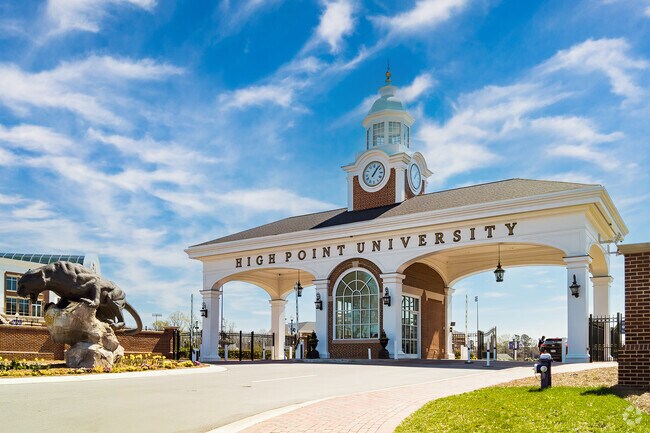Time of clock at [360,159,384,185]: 1:06
